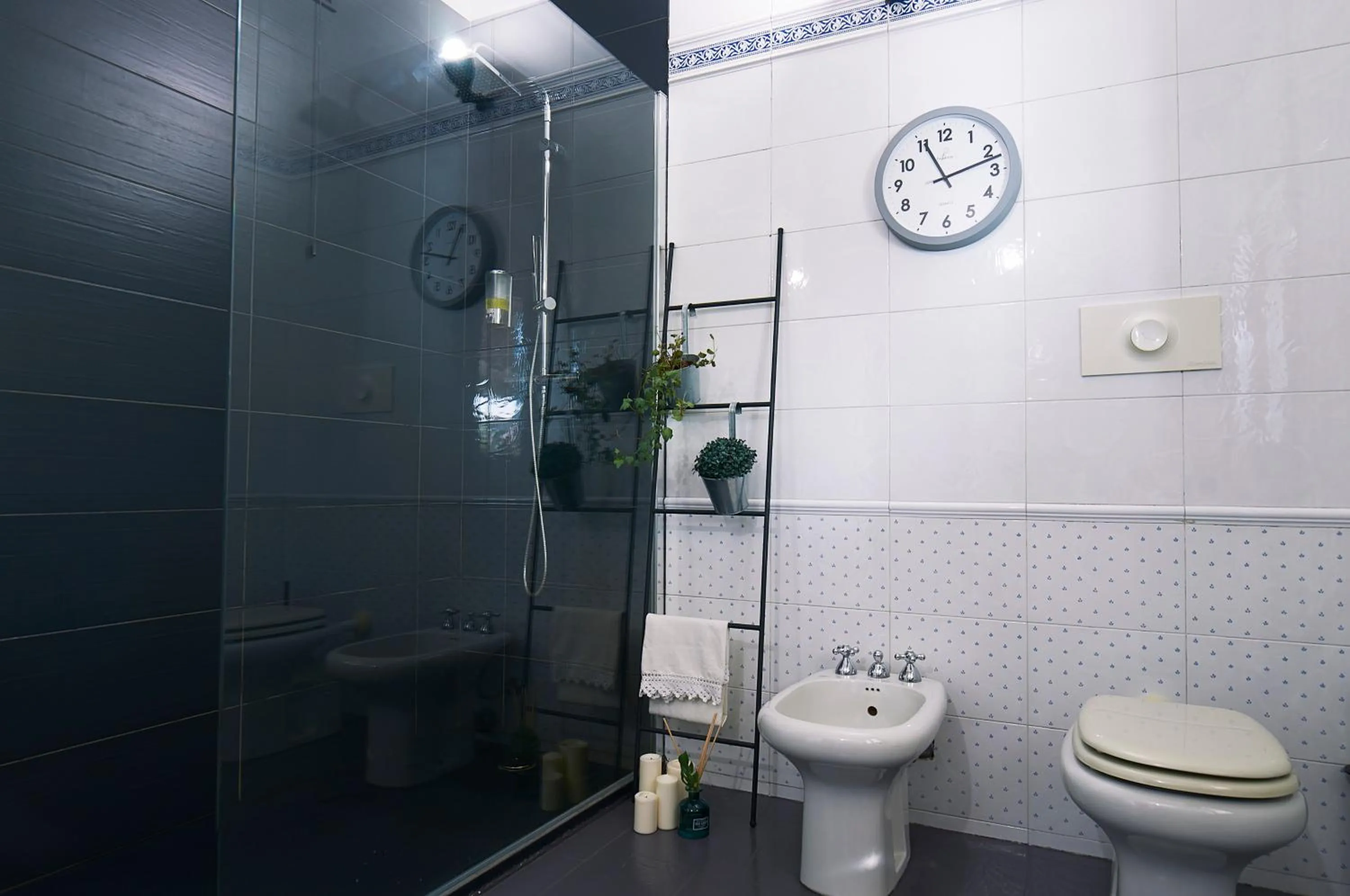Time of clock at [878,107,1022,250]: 11:12
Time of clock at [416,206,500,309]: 12:47
